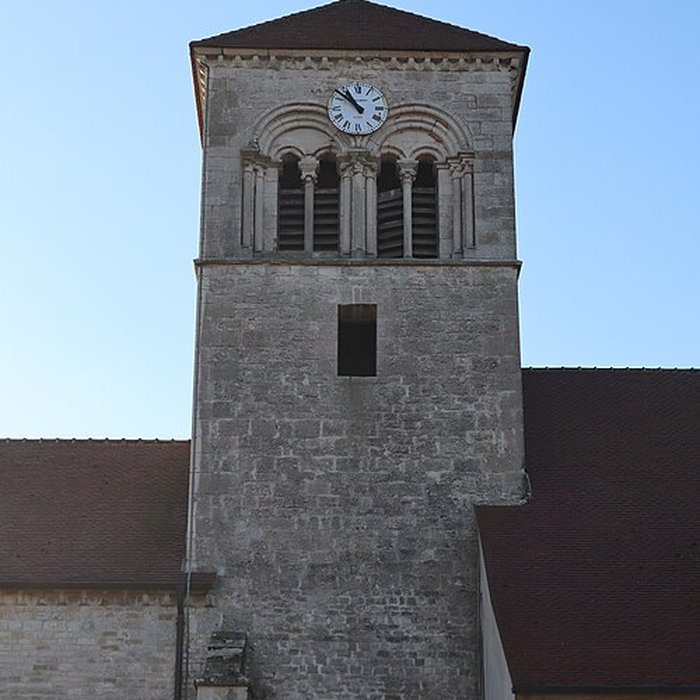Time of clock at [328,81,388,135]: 10:51
